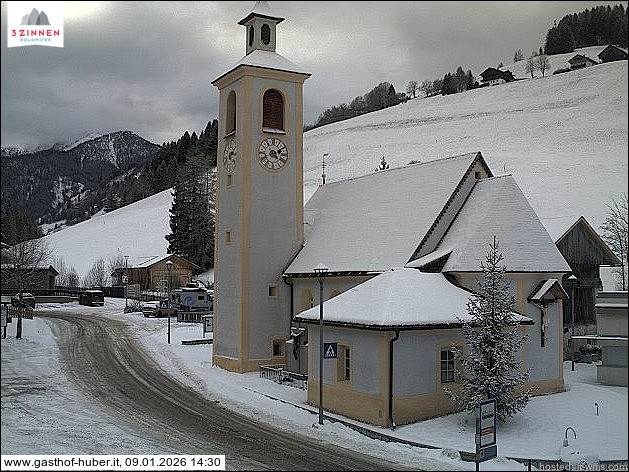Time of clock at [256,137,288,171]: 2:21
